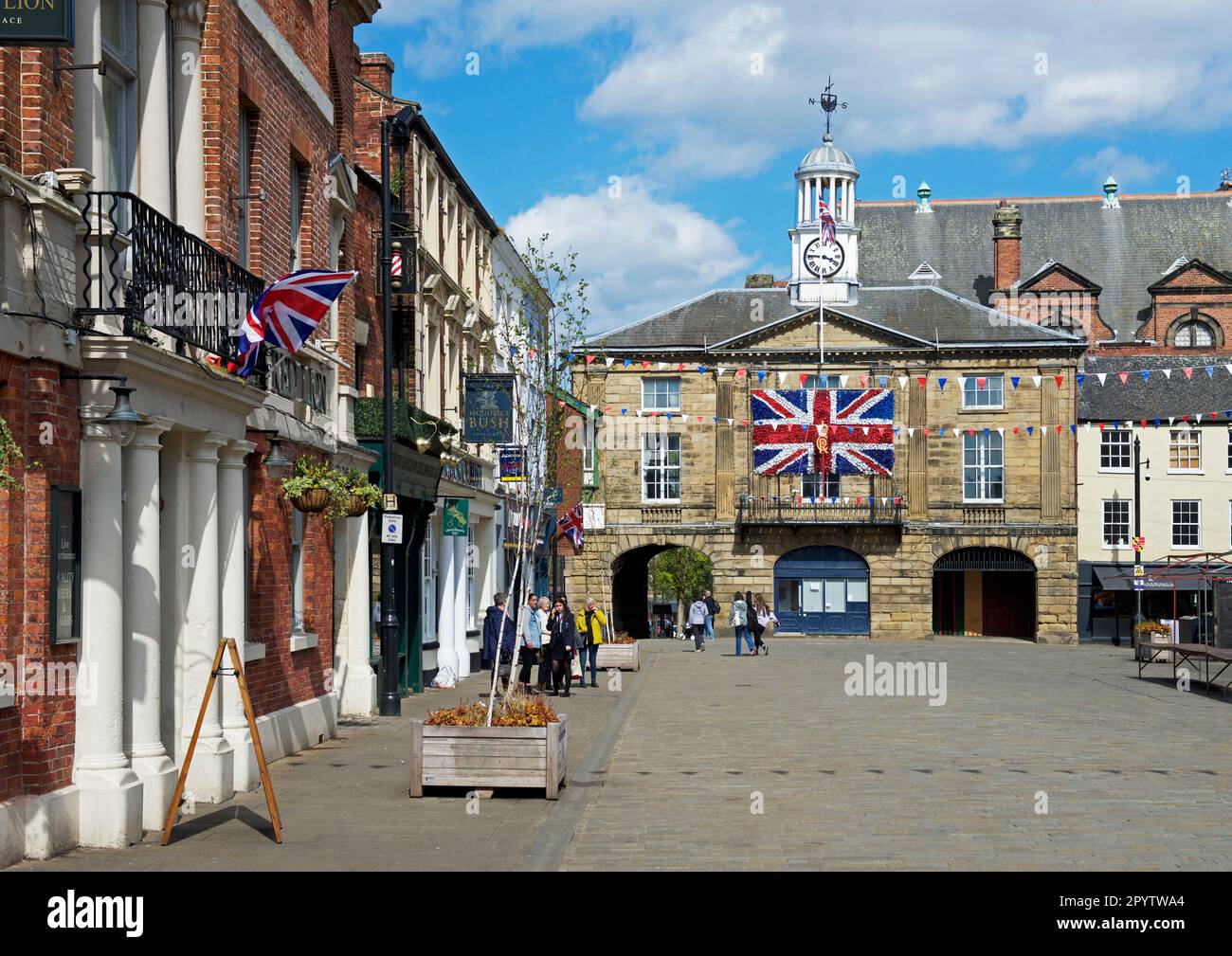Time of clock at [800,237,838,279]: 3:45
